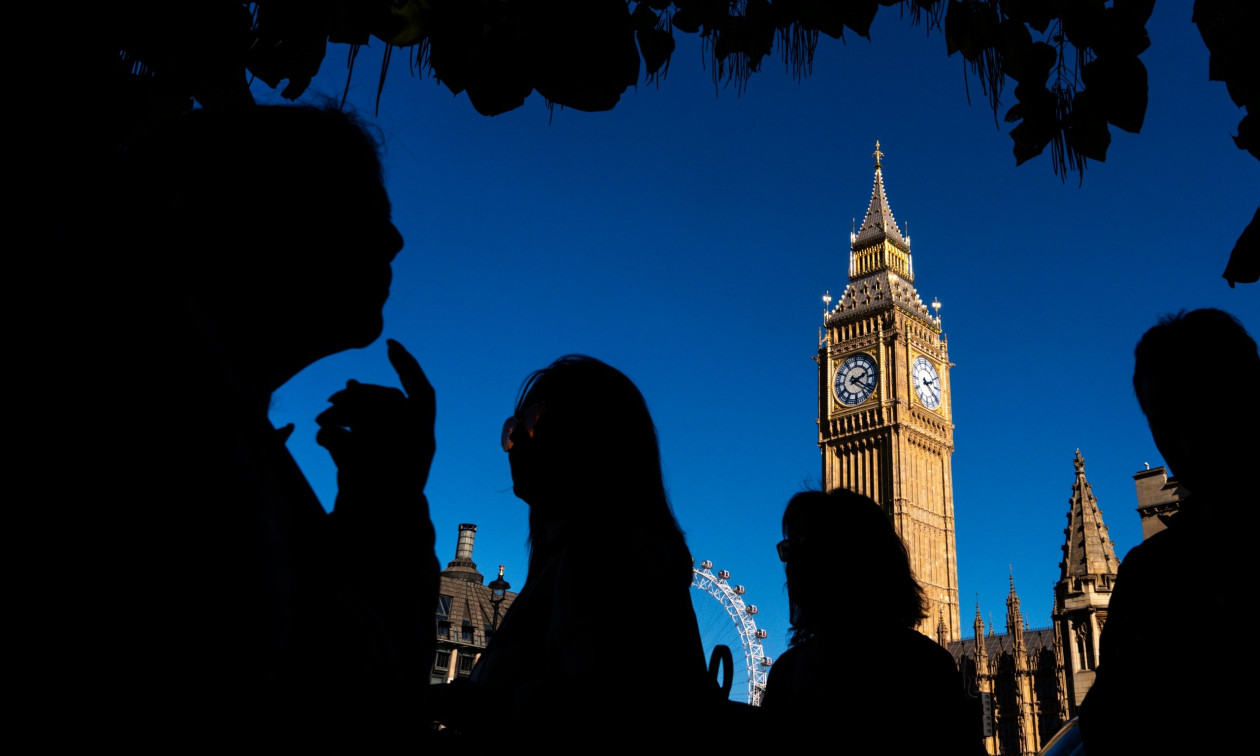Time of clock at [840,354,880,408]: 2:21
